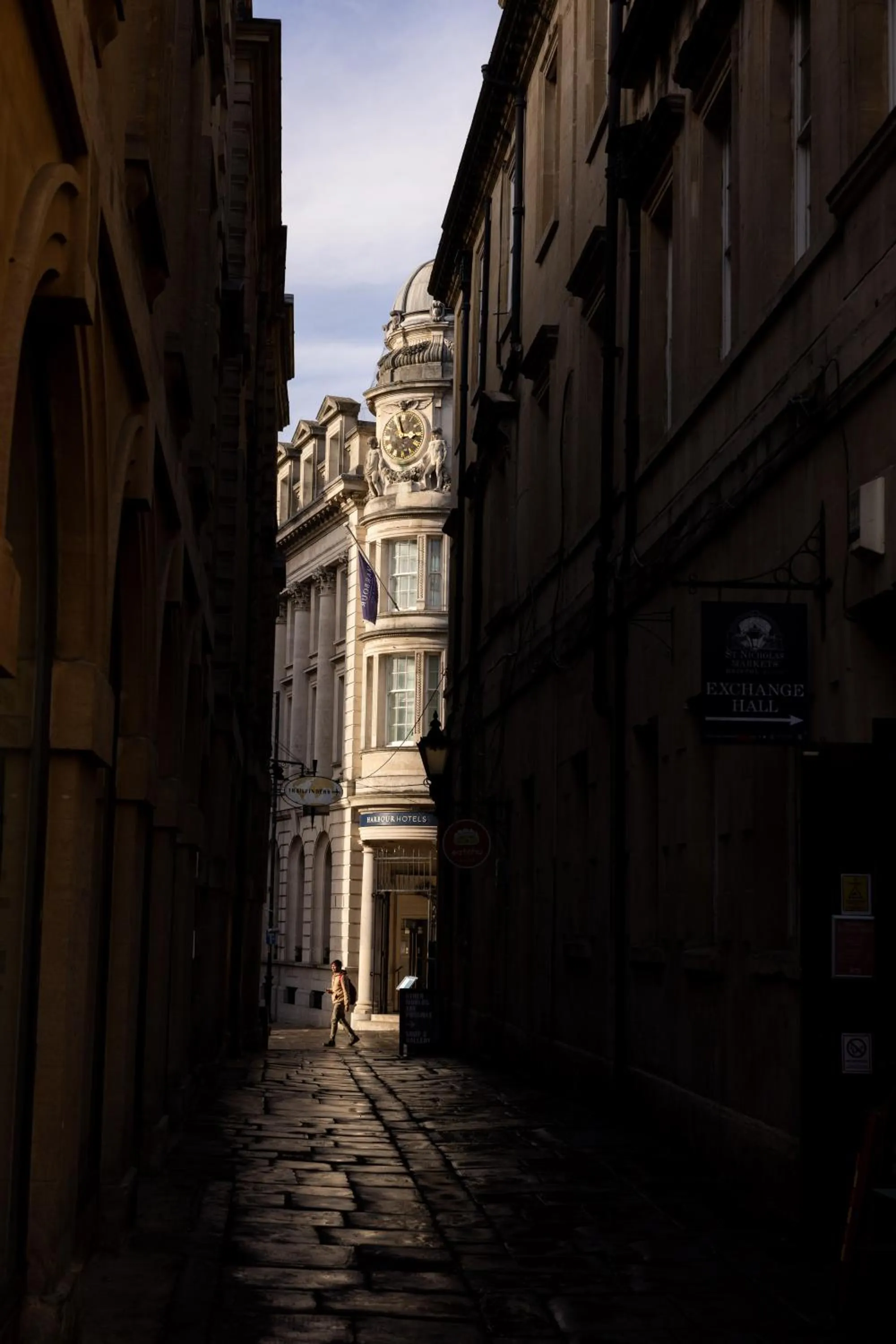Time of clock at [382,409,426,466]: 2:57
